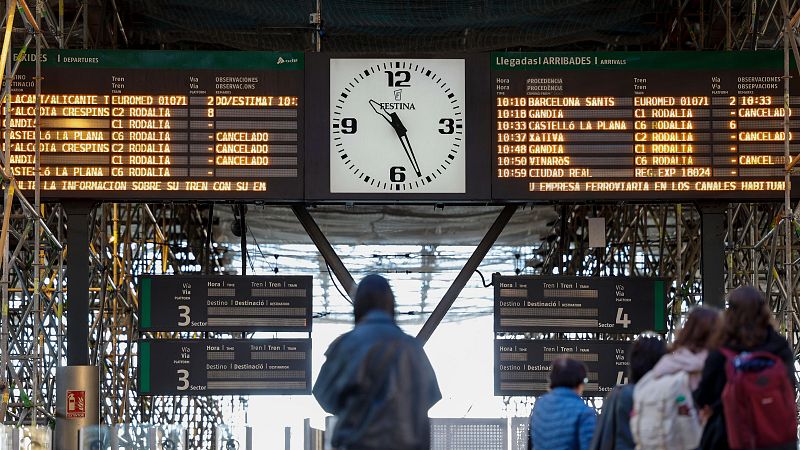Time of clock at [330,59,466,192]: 10:26
